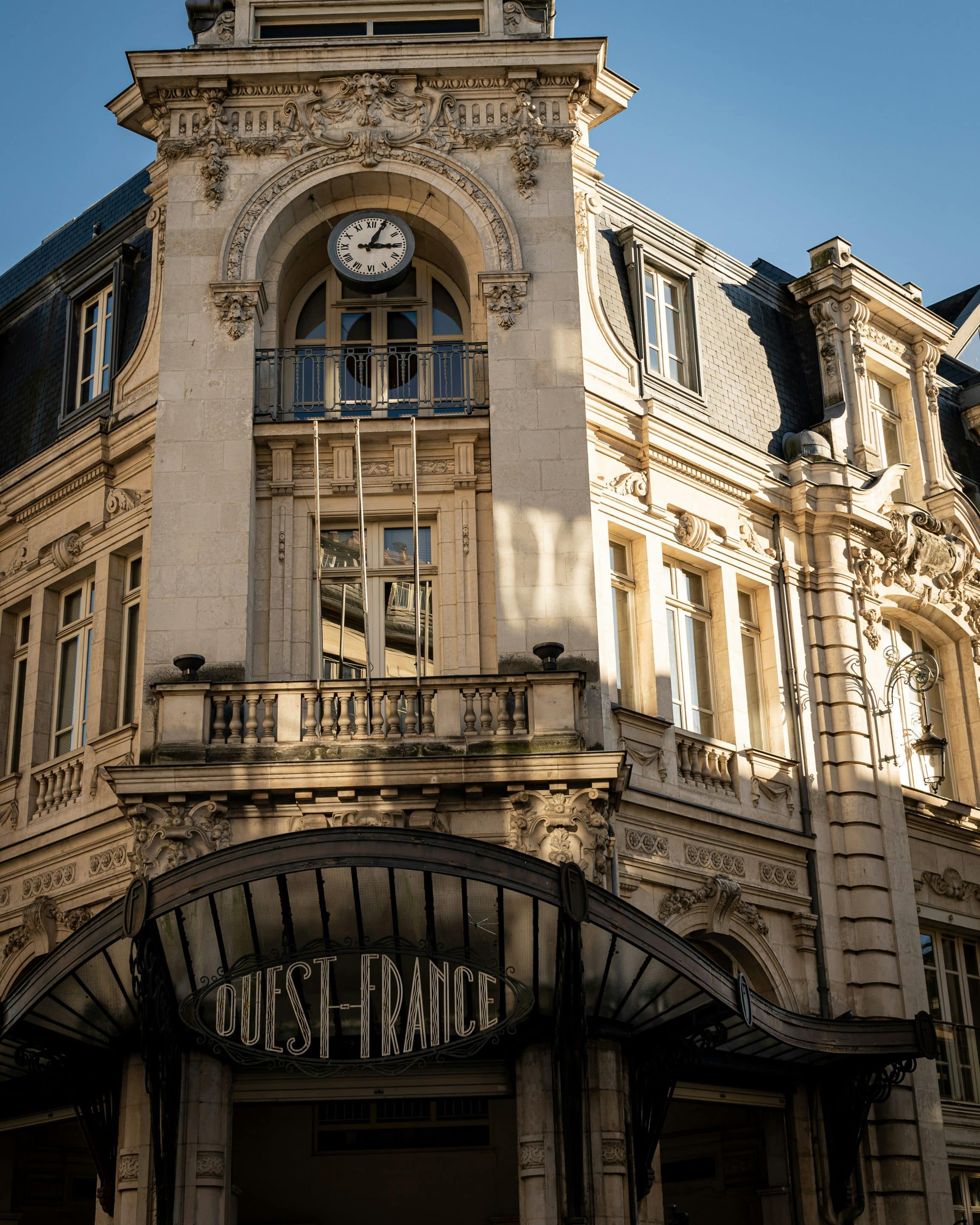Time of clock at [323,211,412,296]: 3:04
